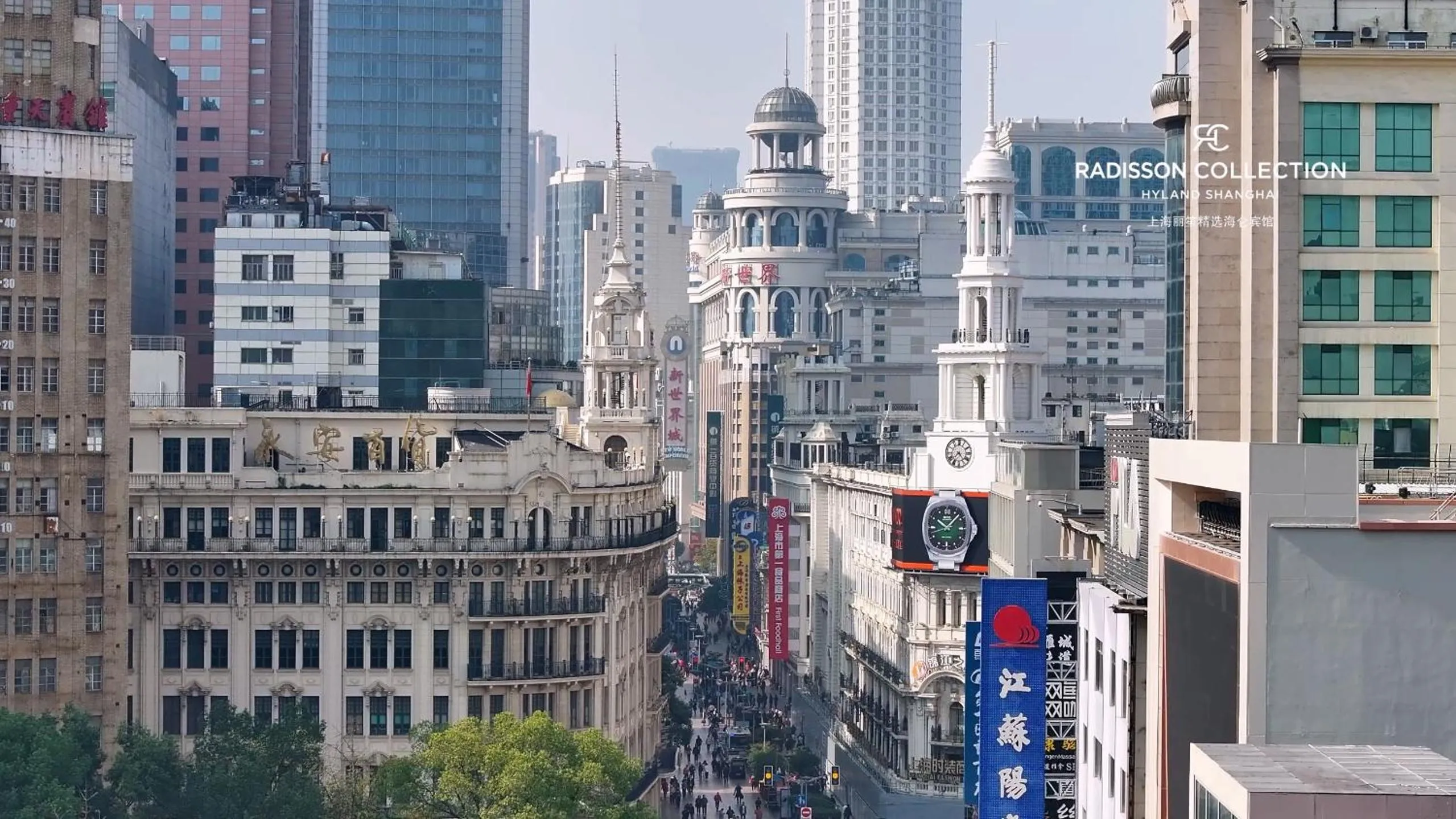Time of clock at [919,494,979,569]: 10:07
